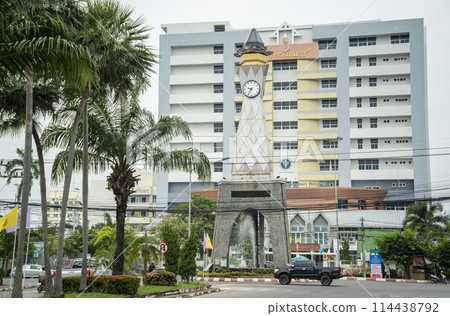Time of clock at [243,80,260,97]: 9:35
